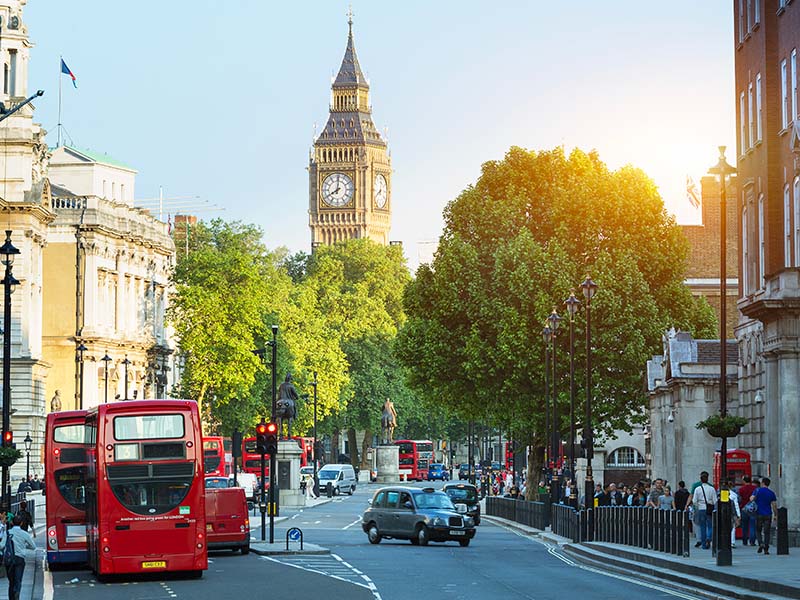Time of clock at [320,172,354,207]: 8:01
